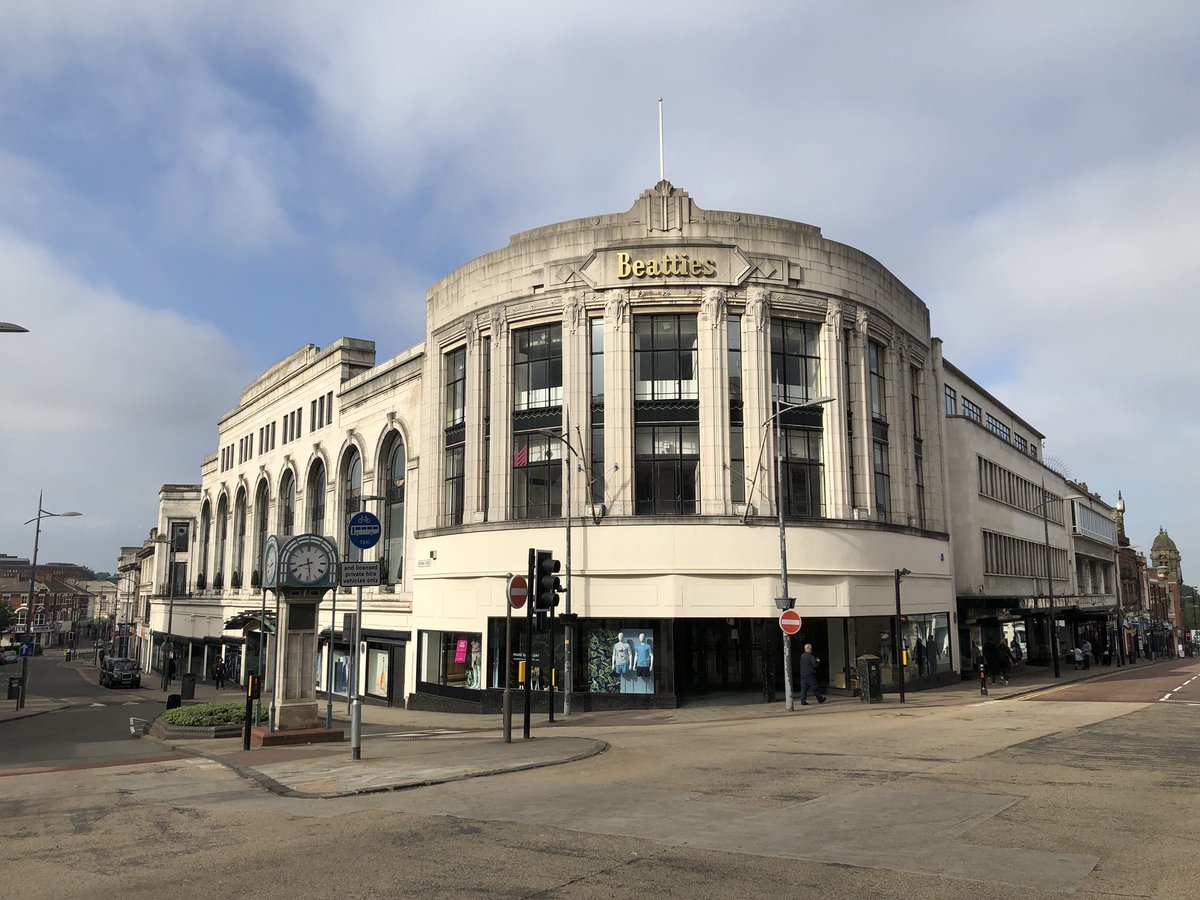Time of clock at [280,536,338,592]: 8:28
